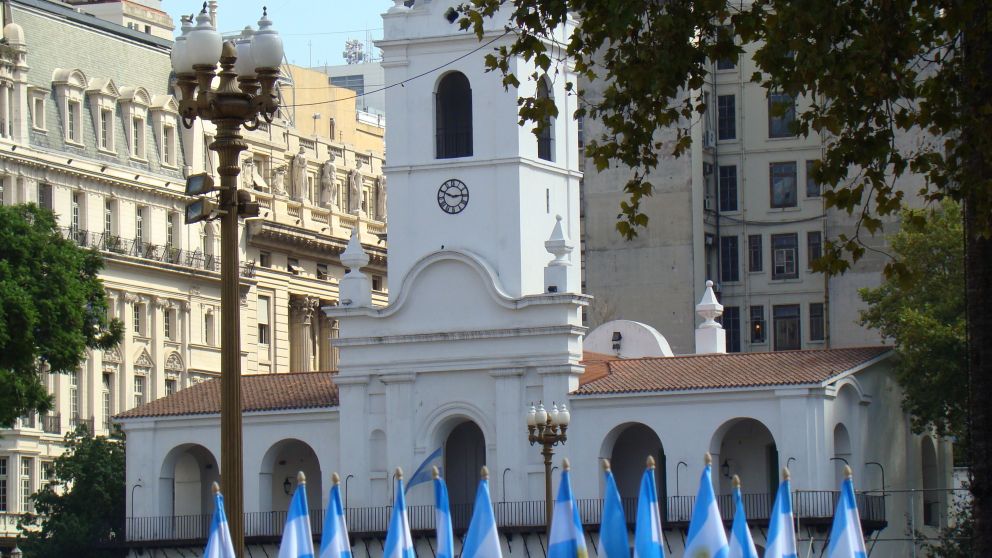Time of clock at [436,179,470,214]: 2:49
